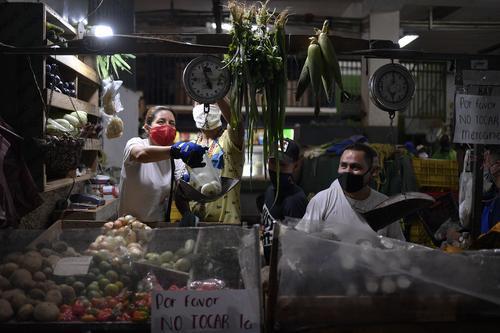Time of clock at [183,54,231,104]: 4:57
